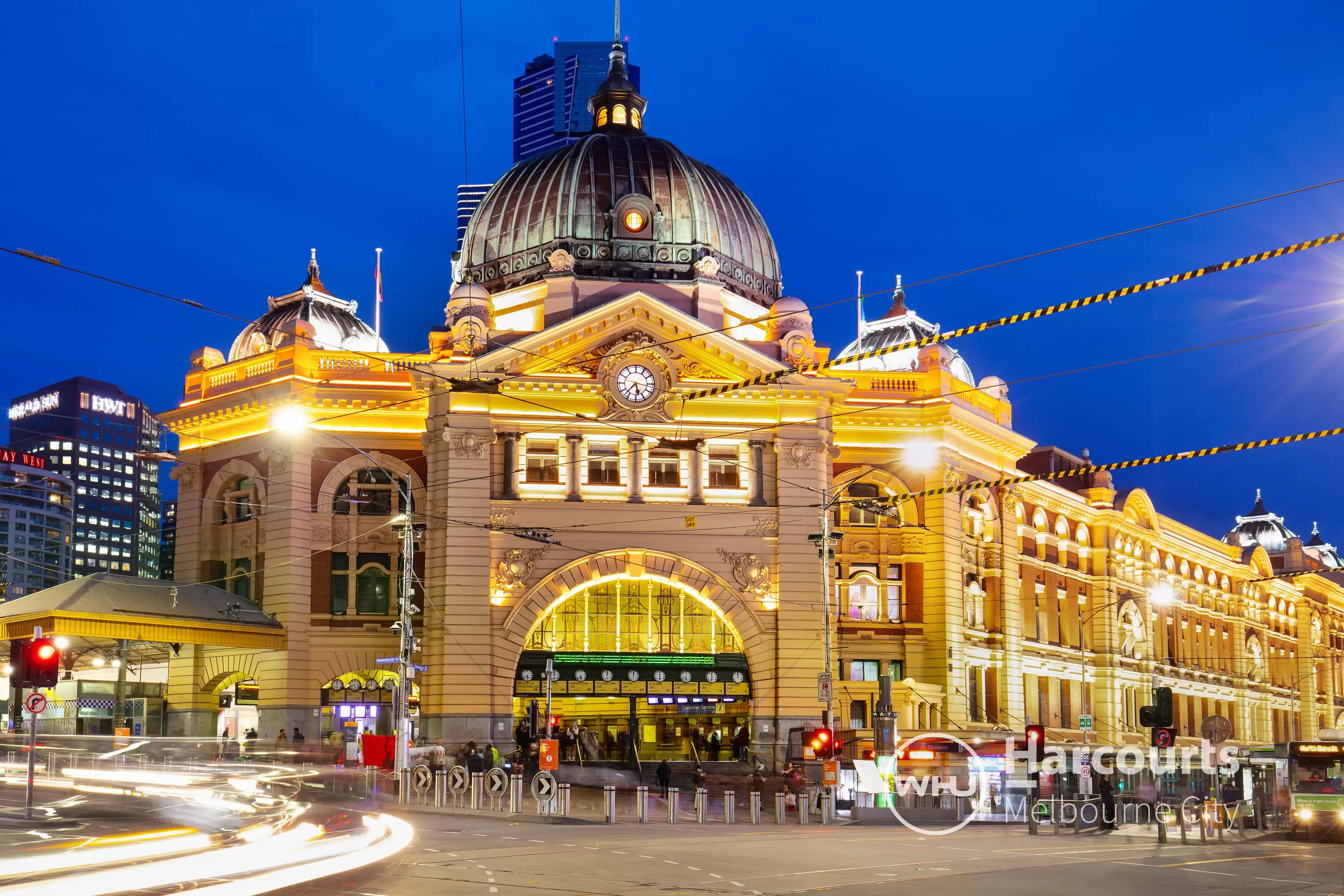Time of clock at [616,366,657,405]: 5:37
